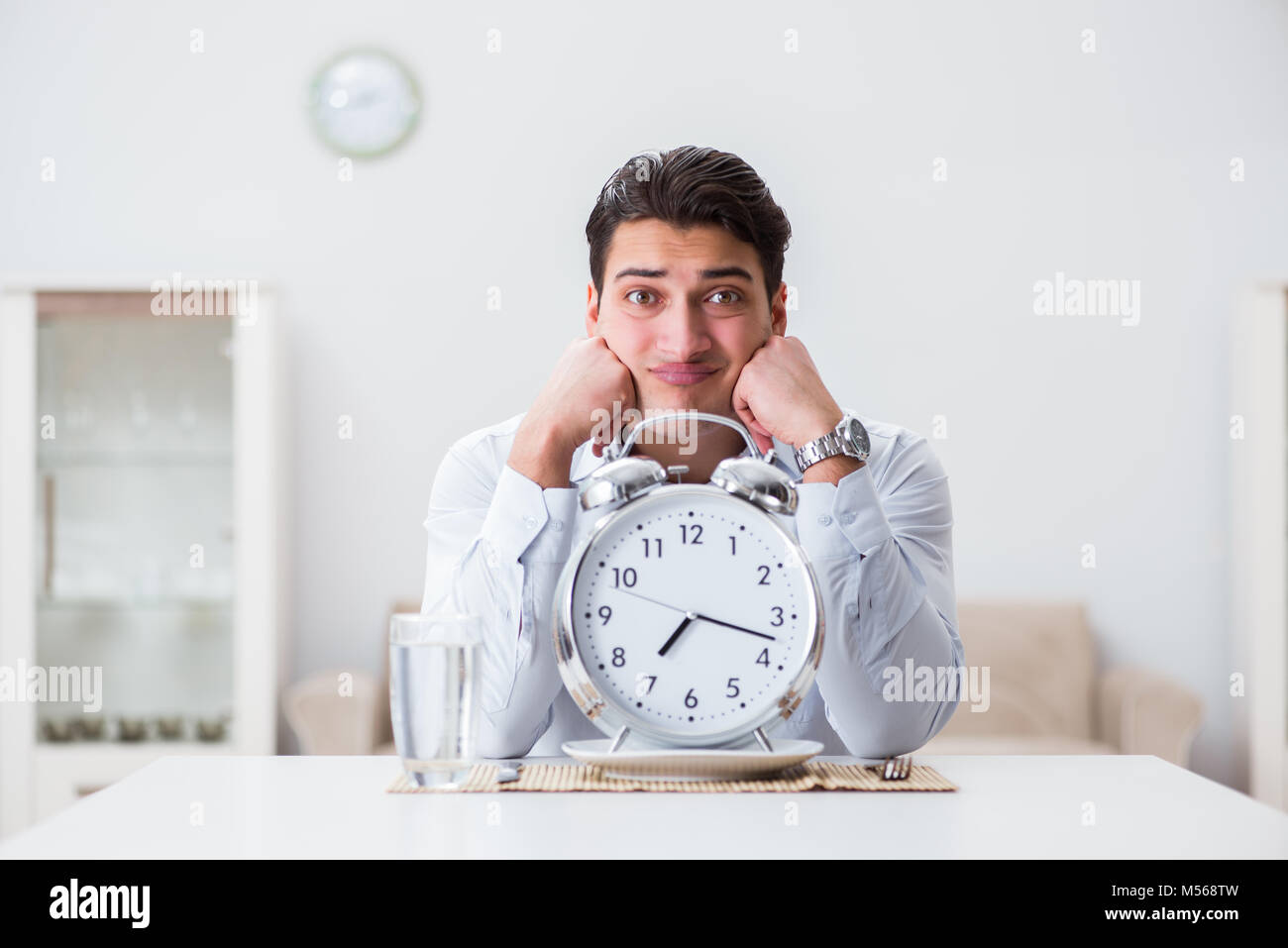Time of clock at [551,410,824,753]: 7:17
